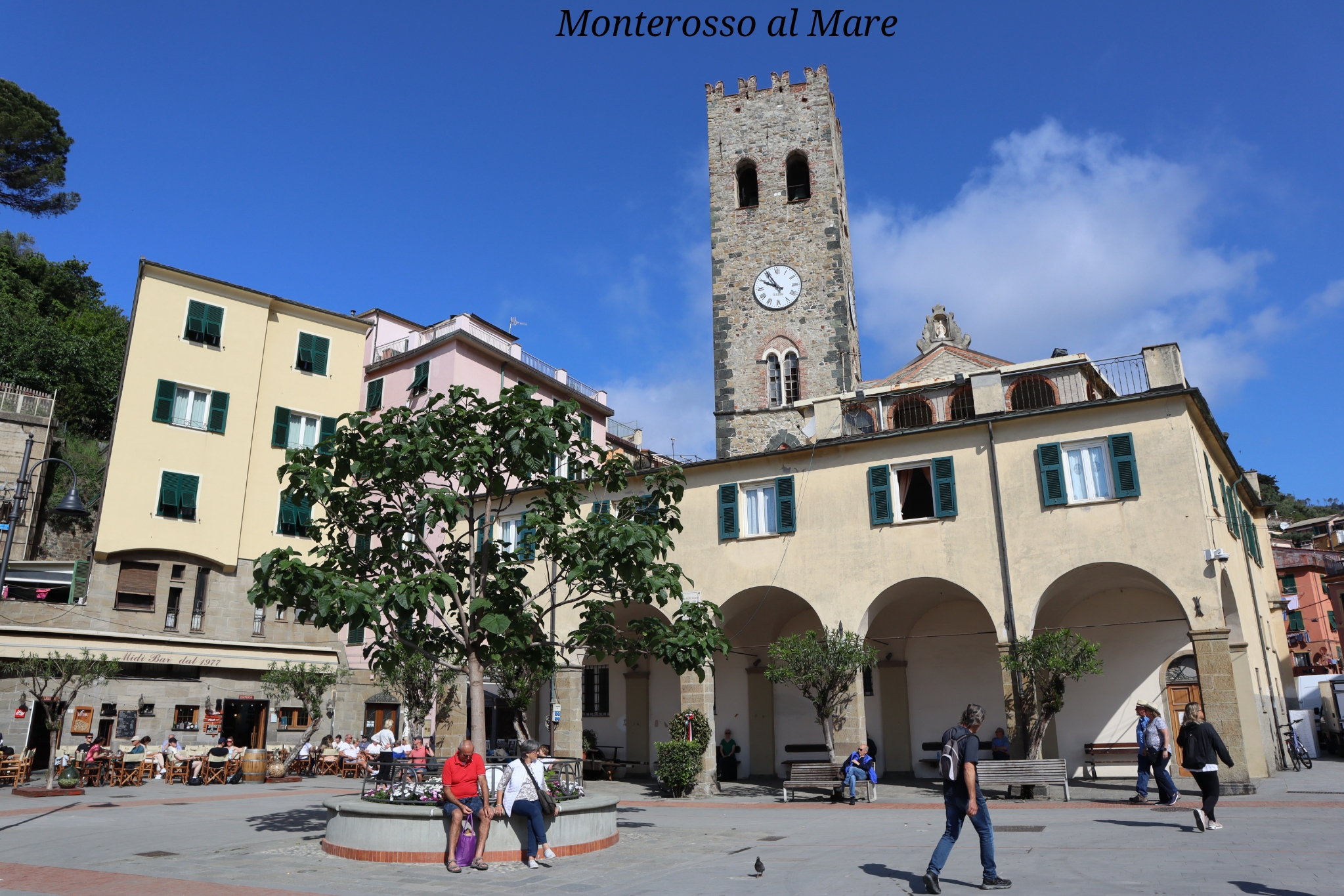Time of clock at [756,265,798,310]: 9:54
